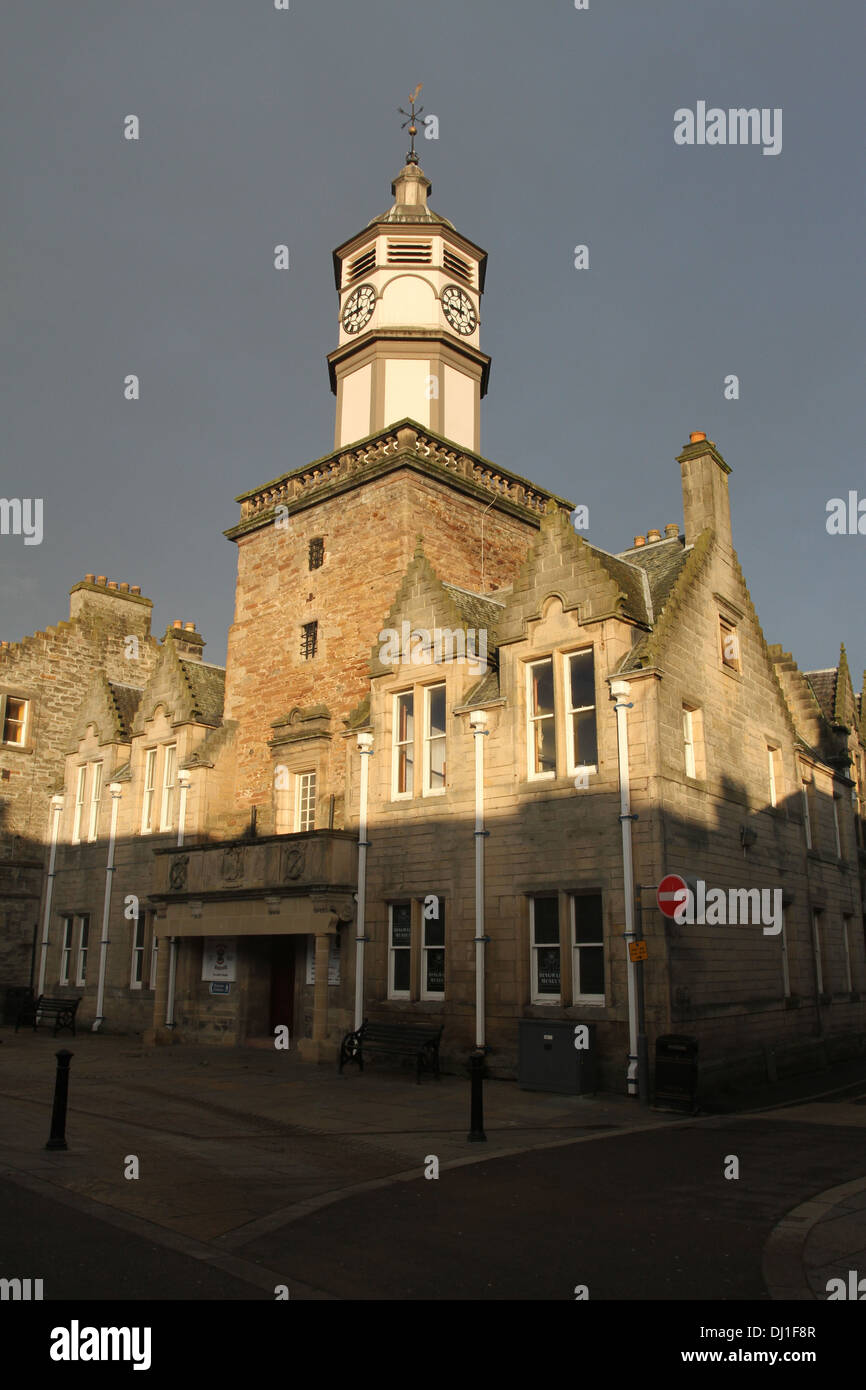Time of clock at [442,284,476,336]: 9:00
